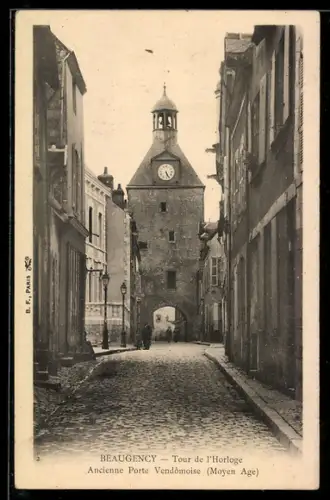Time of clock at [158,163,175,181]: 5:26
